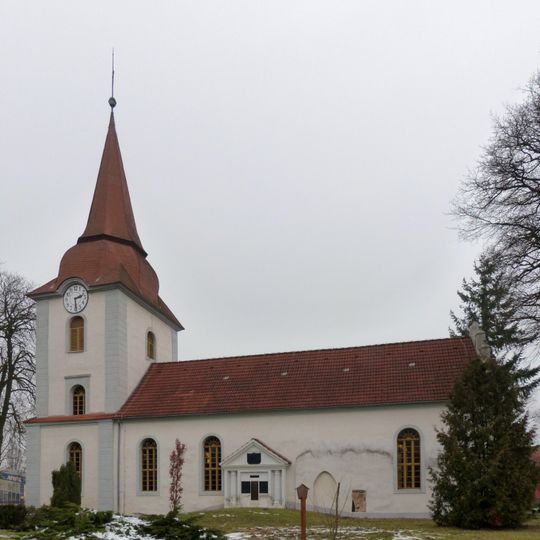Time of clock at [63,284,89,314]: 2:29
